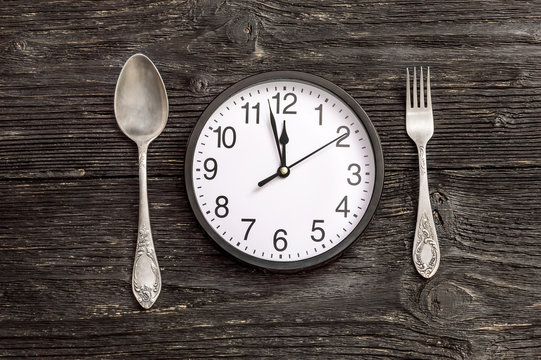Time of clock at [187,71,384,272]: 11:57
